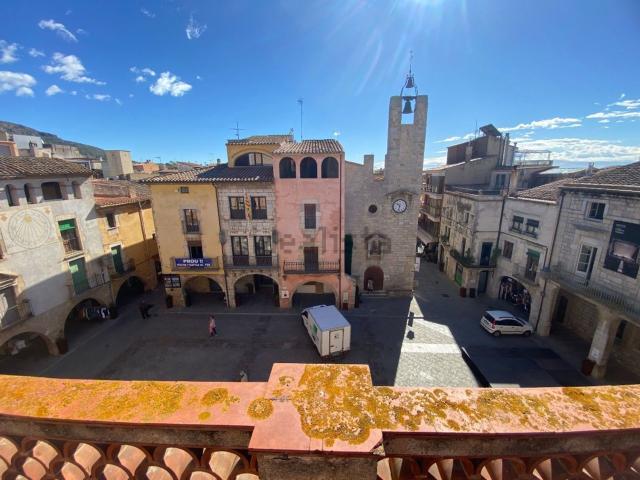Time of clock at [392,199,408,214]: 10:32
